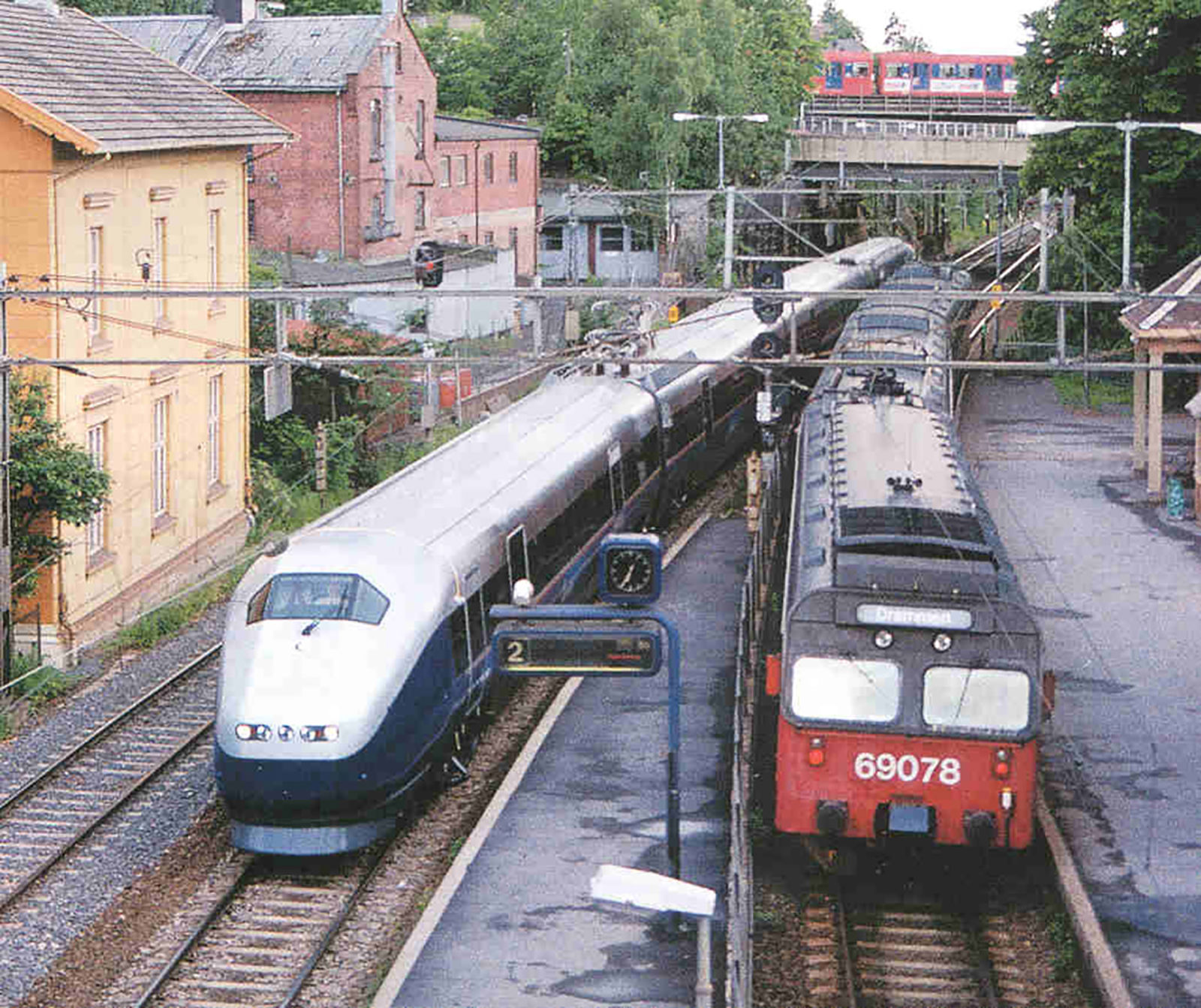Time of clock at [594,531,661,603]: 12:34
